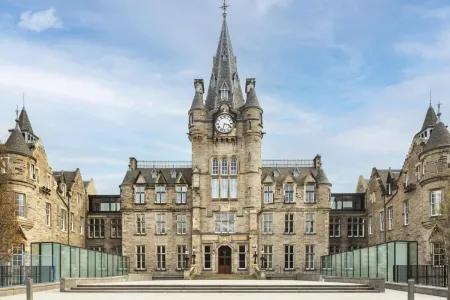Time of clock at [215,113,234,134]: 3:32
